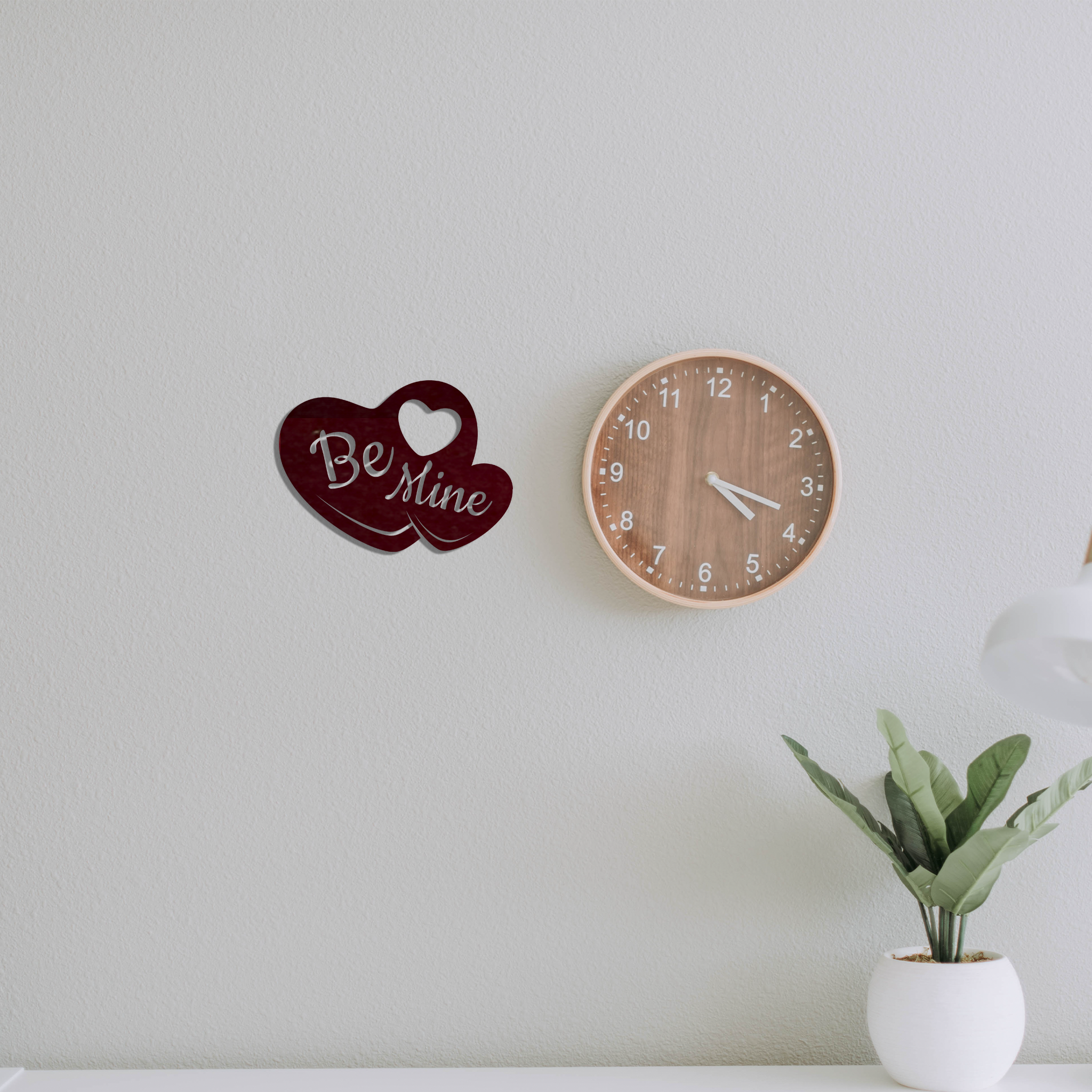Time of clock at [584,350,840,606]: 4:18
